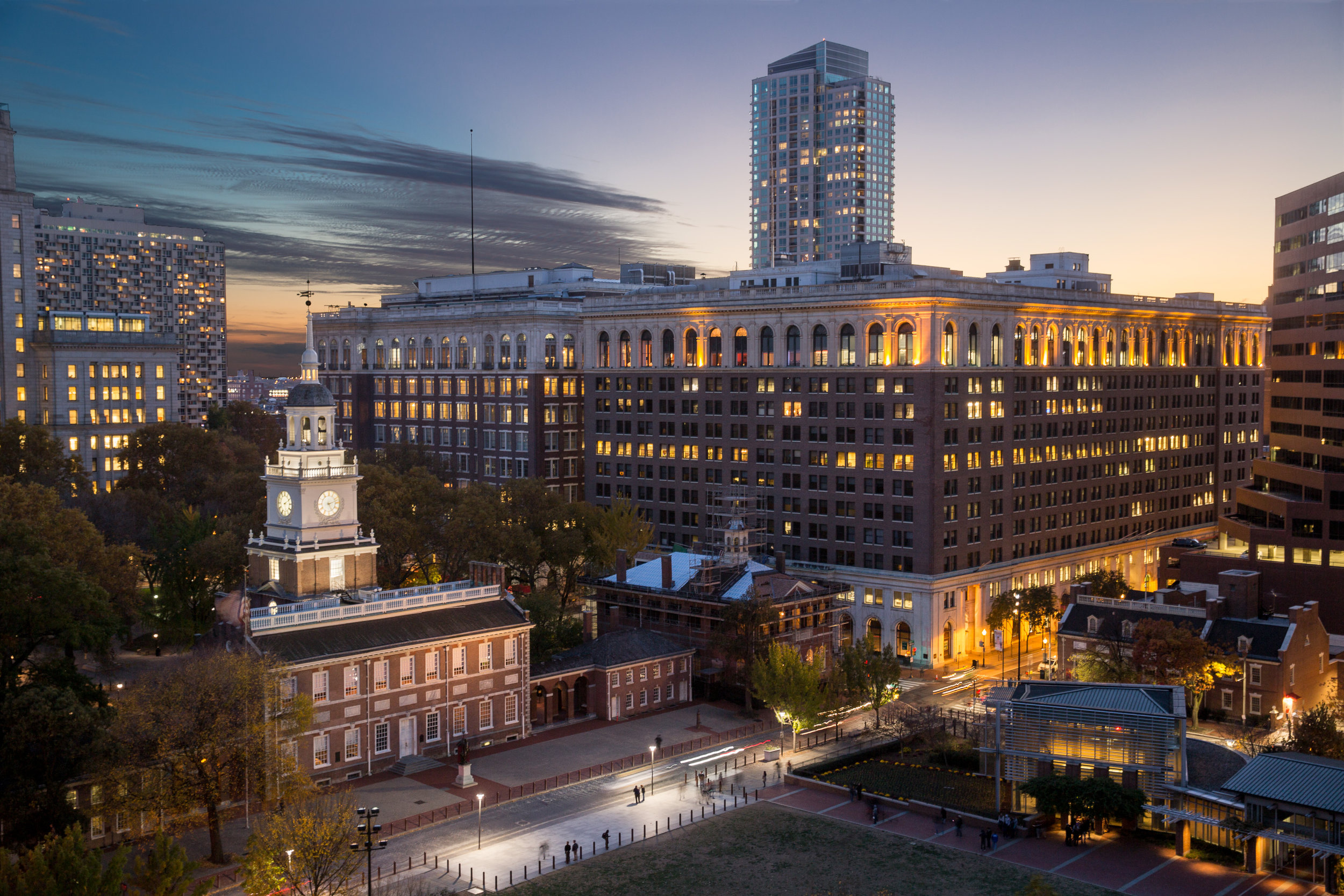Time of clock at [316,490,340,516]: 5:12
